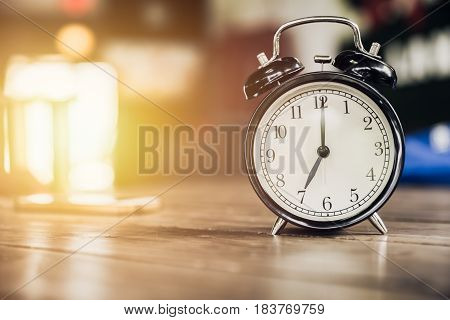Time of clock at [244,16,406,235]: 7:00
